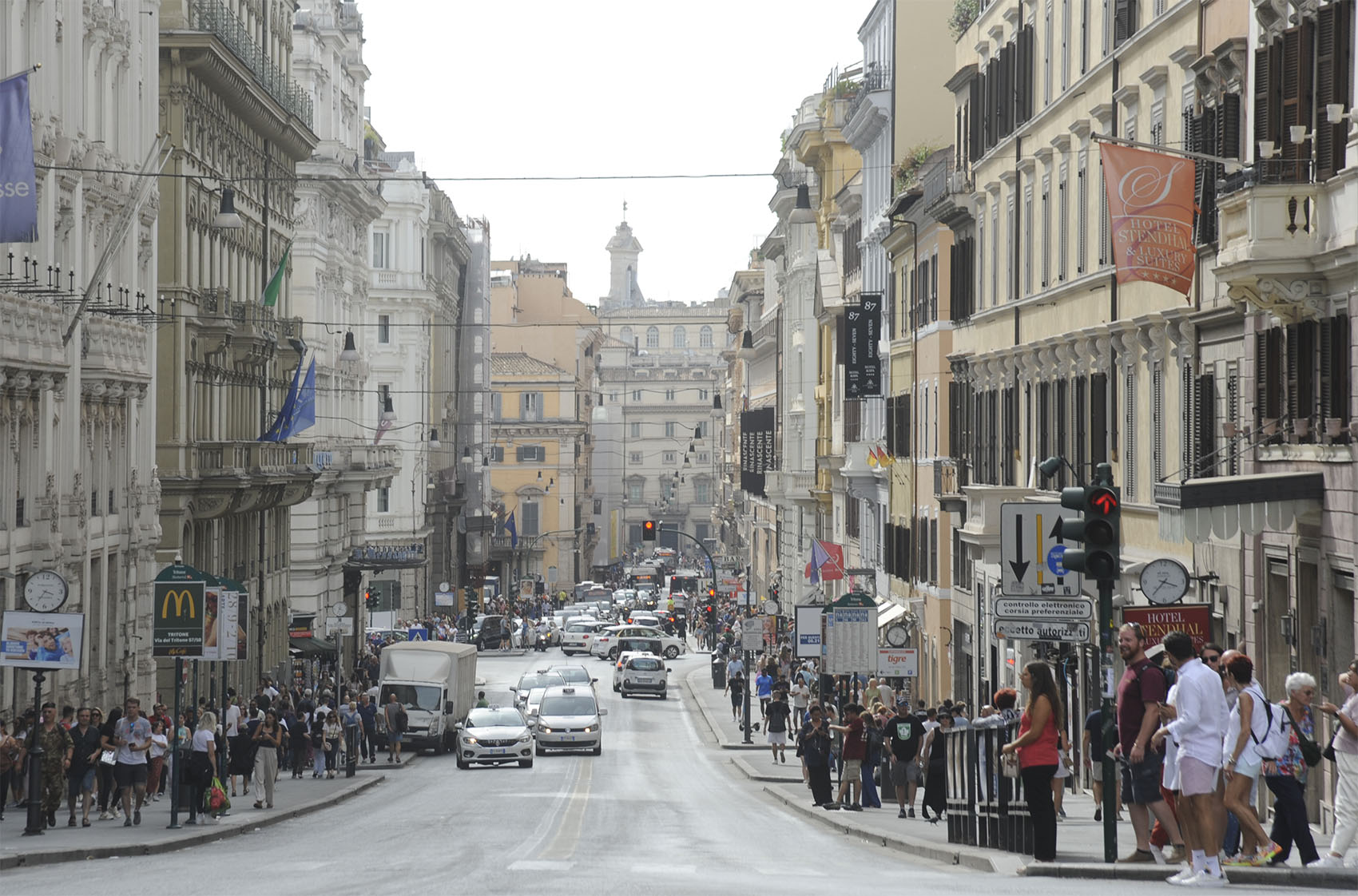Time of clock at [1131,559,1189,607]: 3:36
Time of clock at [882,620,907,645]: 3:33
